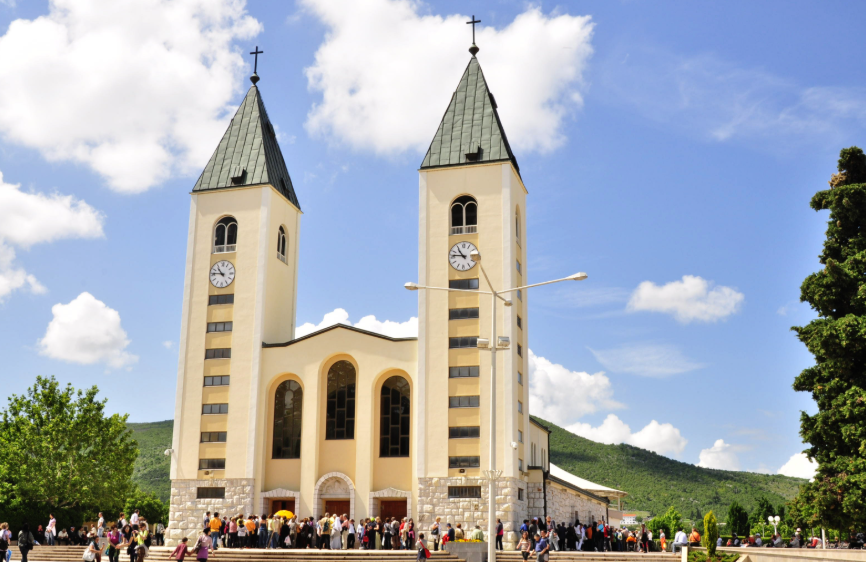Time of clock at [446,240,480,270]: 10:46
